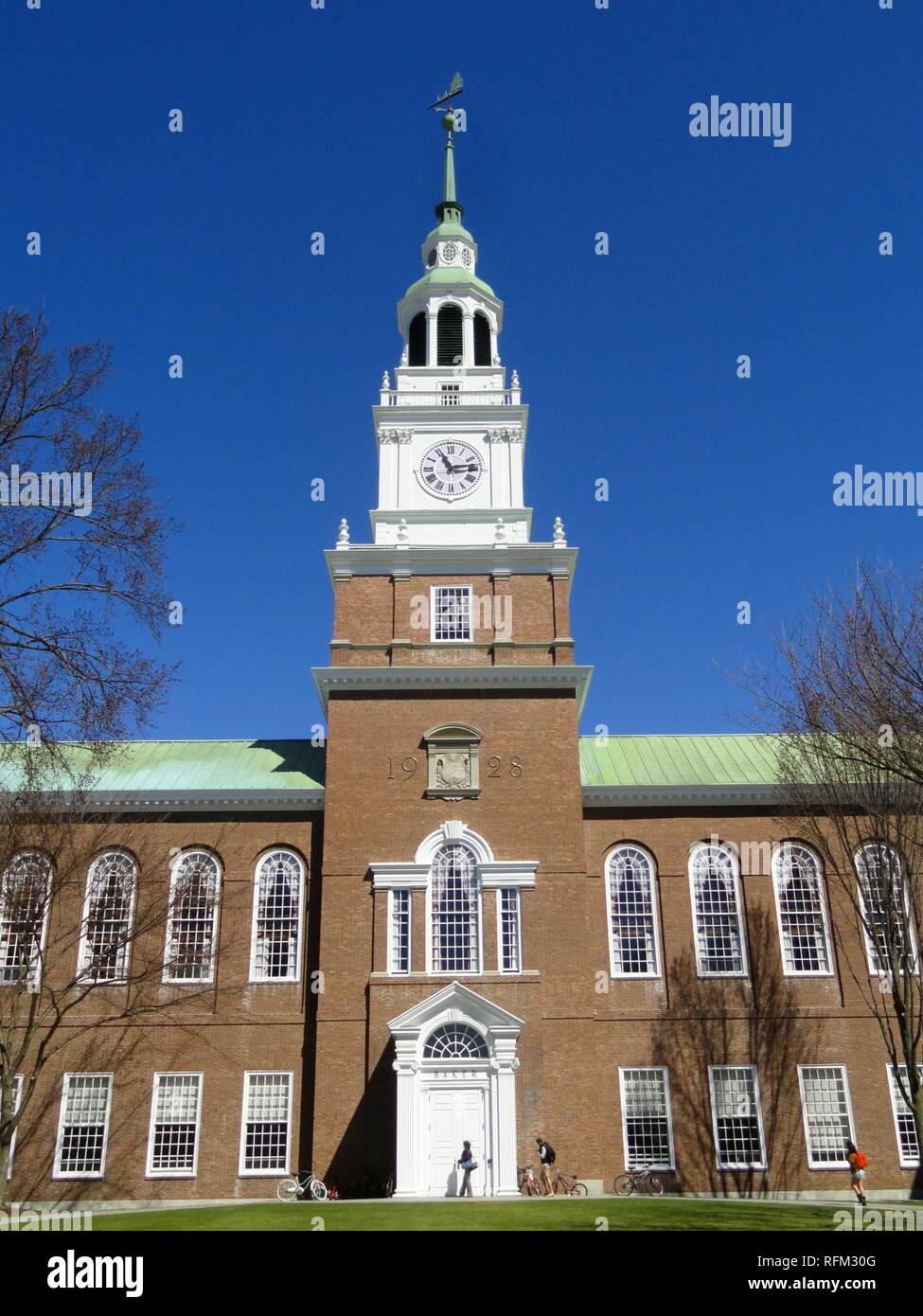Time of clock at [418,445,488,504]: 11:13
